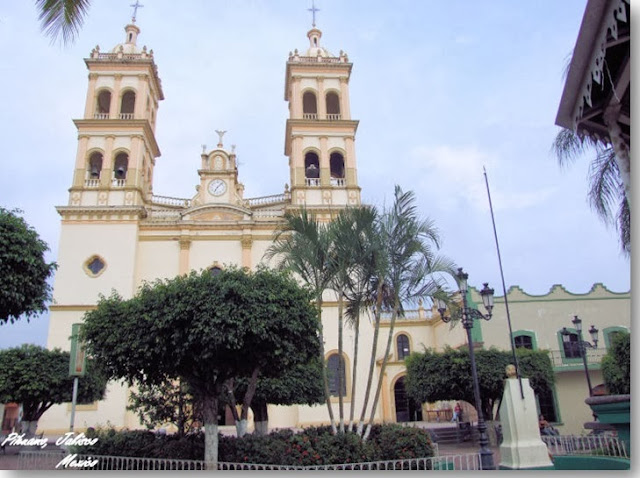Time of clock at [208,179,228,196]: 7:07
